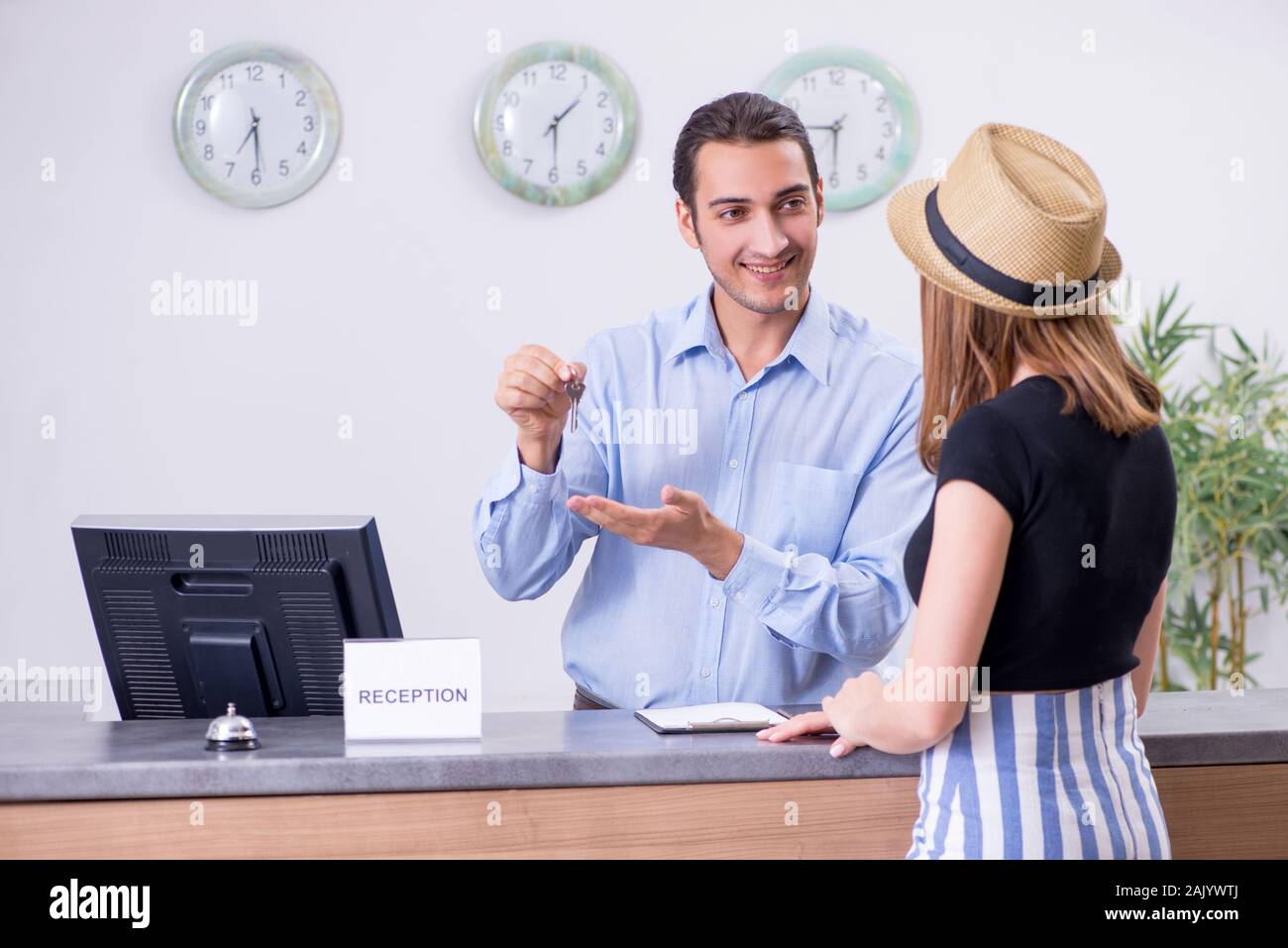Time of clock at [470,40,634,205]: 1:29
